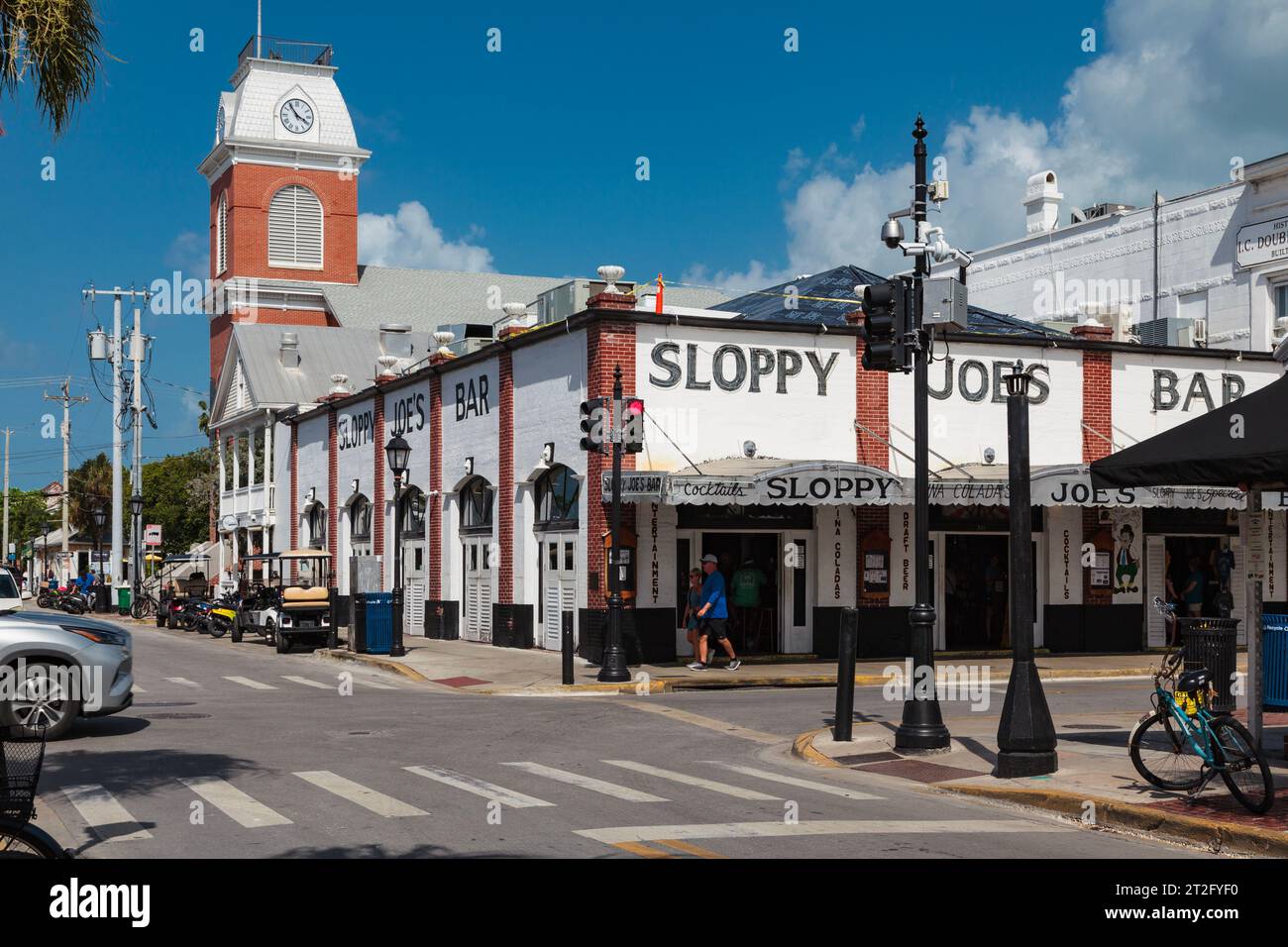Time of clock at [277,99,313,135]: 3:54
